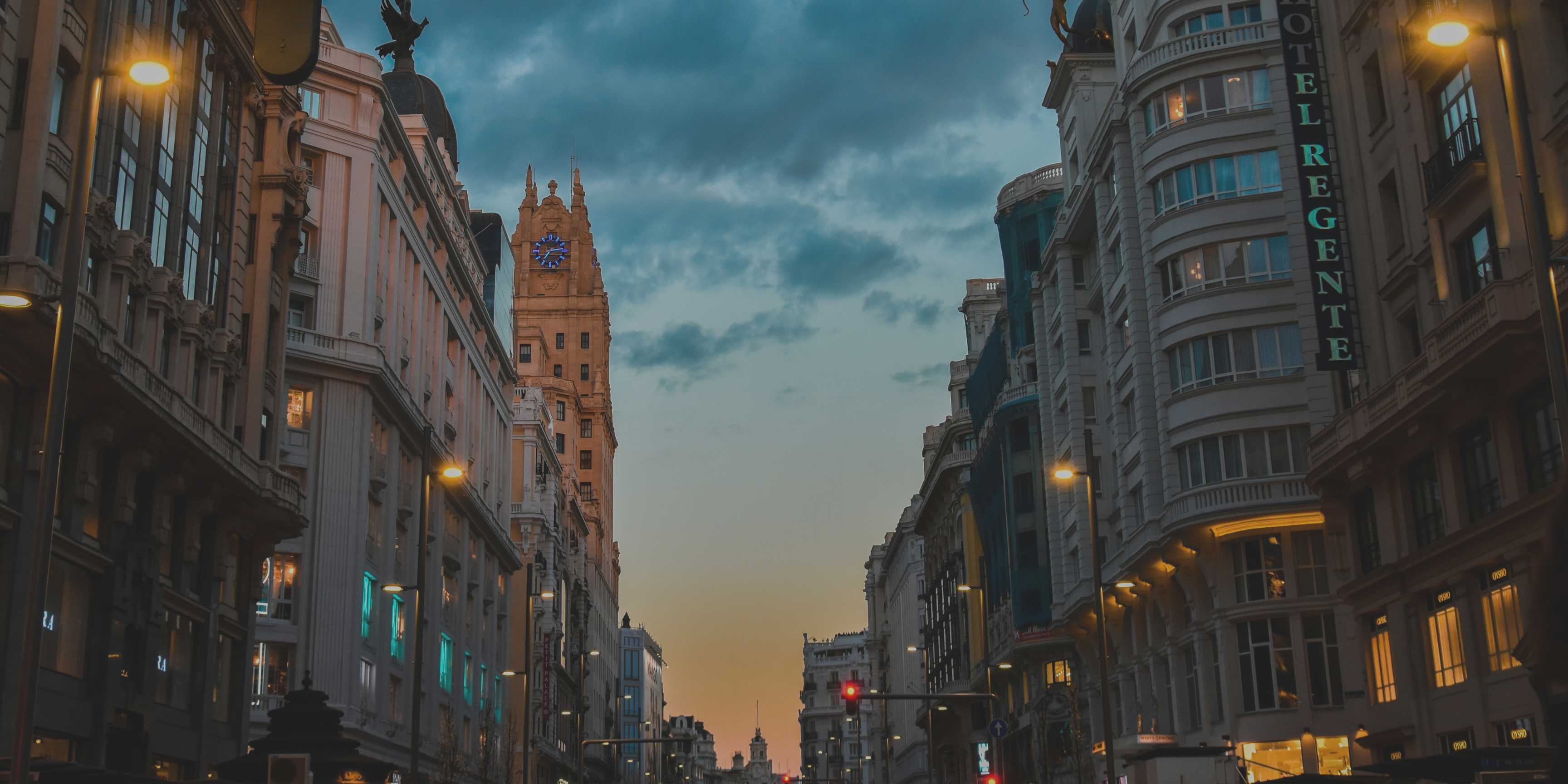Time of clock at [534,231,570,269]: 7:13
